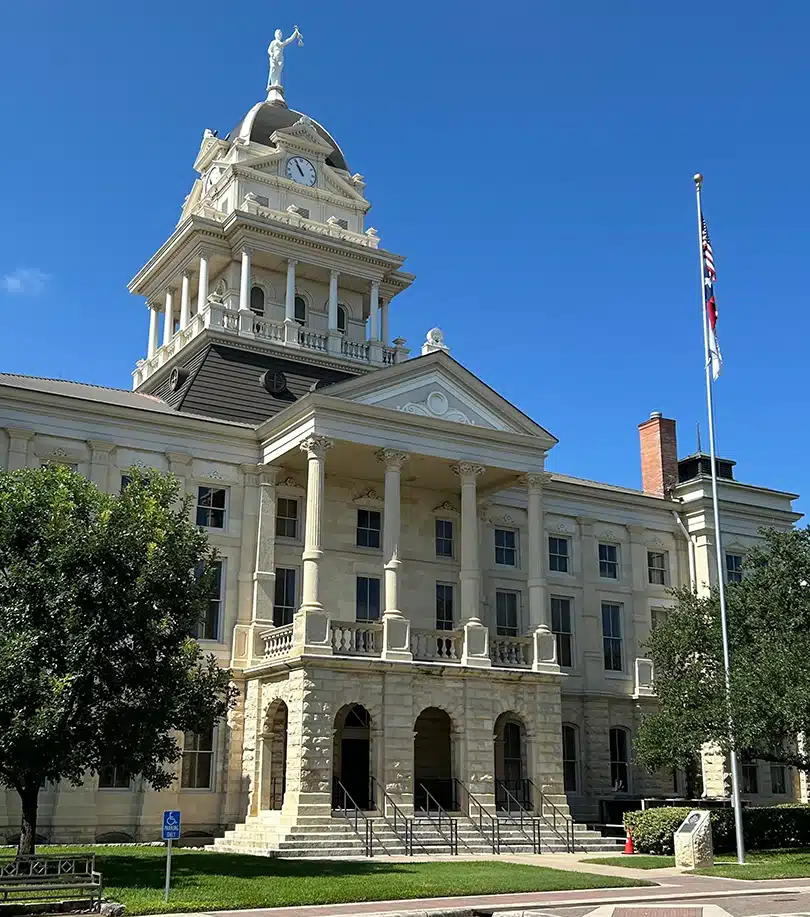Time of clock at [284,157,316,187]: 10:55
